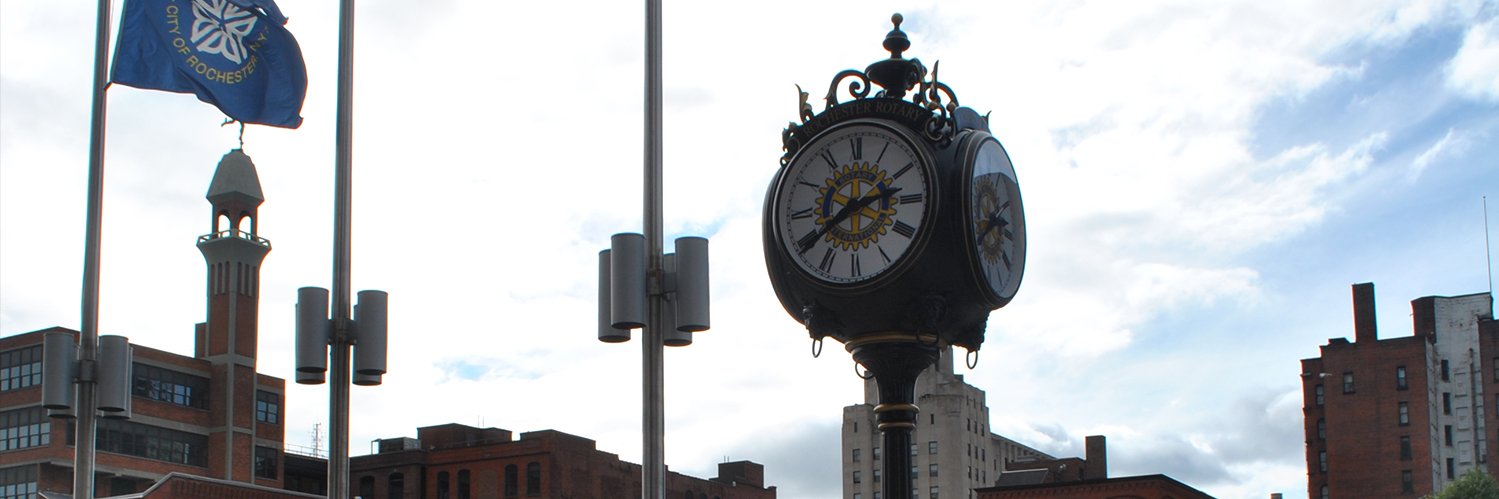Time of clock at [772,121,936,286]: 2:39
